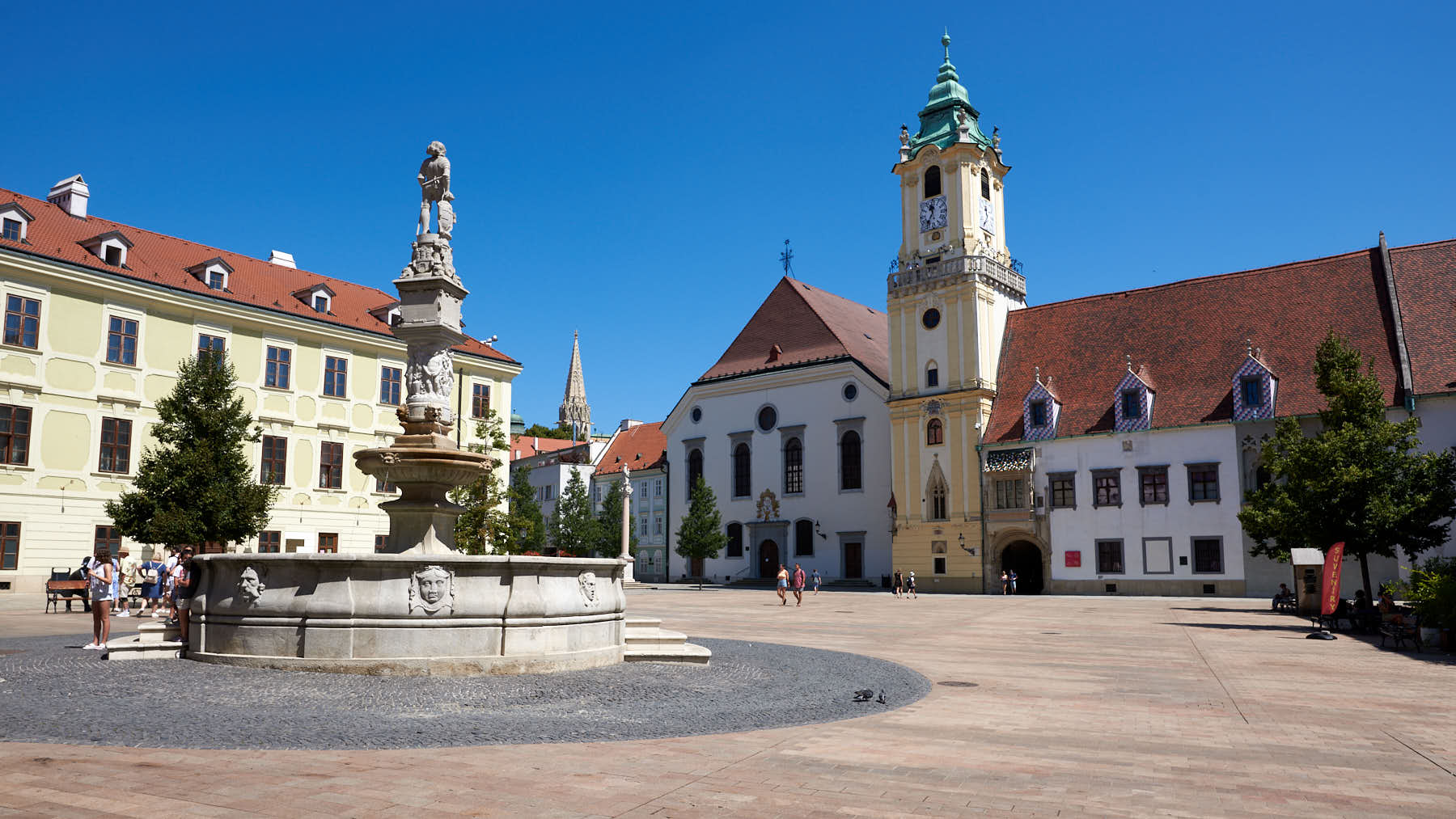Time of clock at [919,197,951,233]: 11:35
